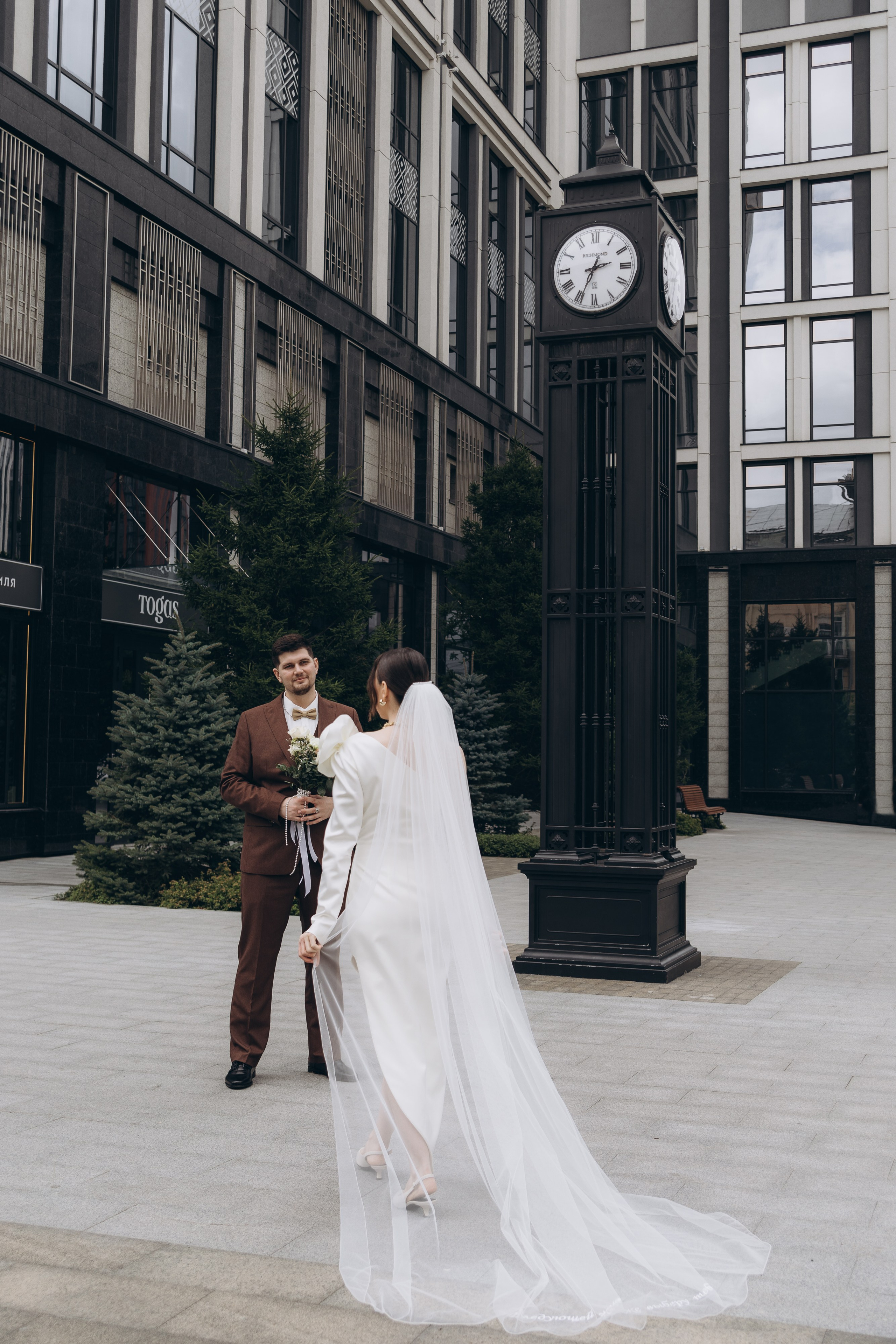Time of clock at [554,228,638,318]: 2:34
